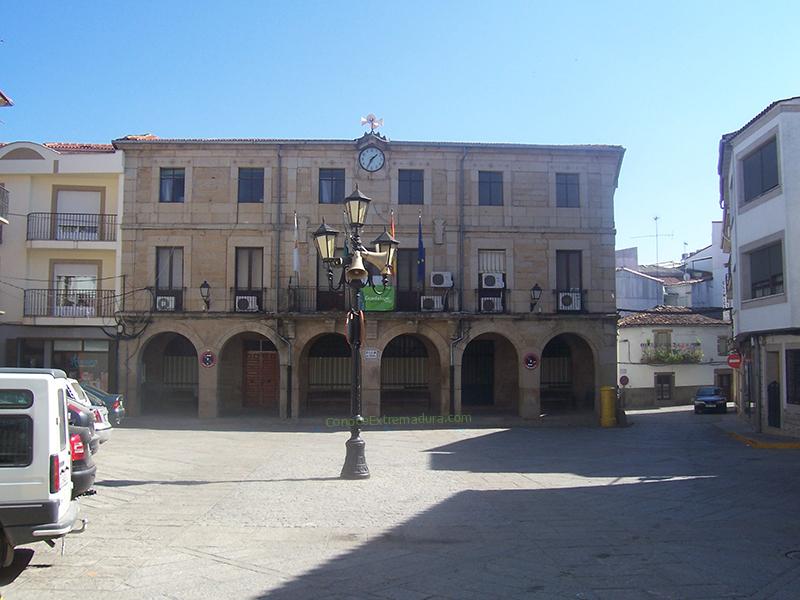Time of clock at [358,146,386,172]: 1:34
